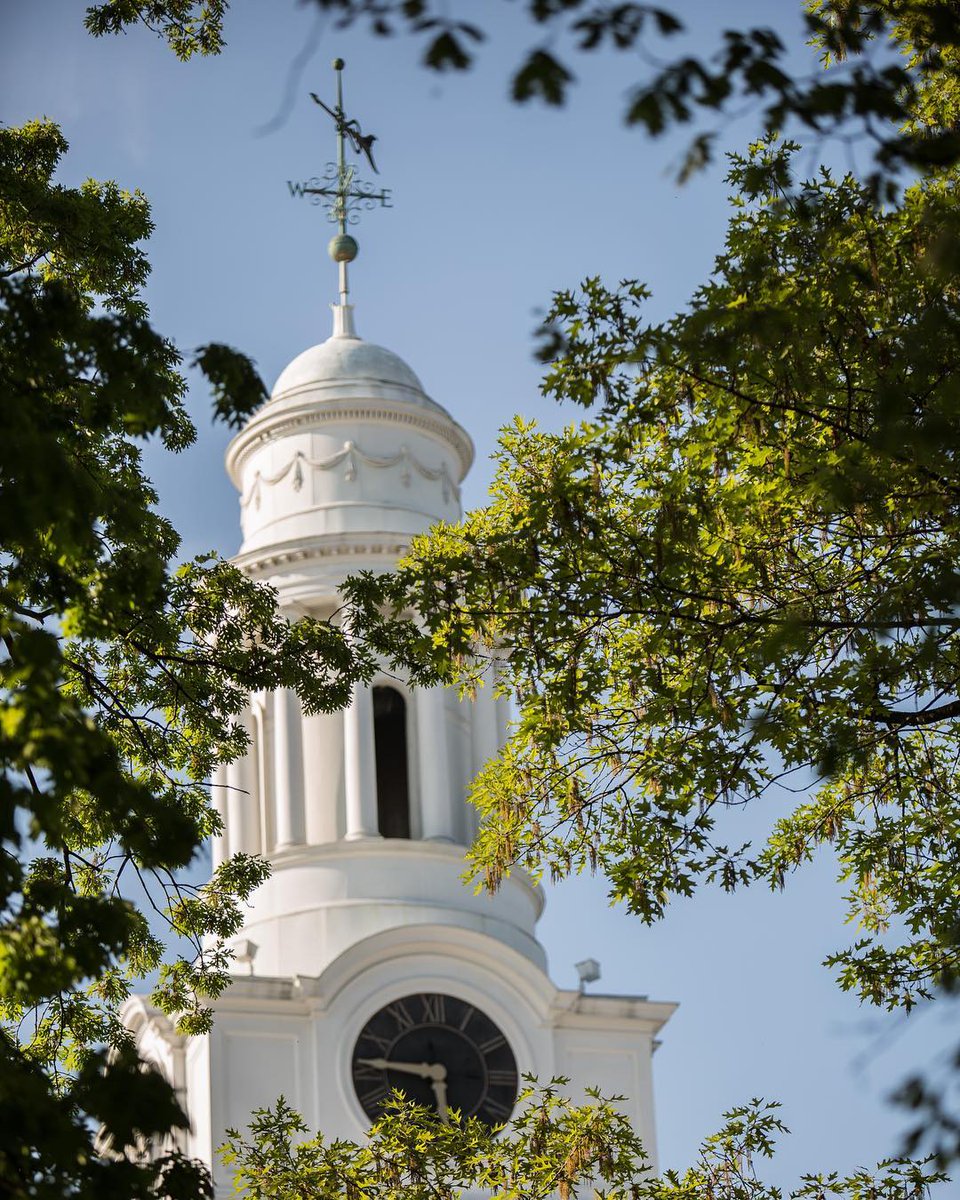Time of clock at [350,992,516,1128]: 5:46
